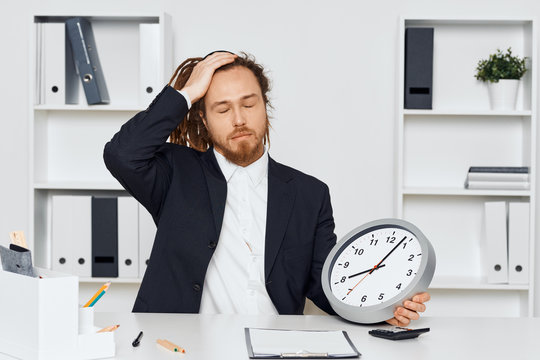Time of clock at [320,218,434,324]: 8:03
